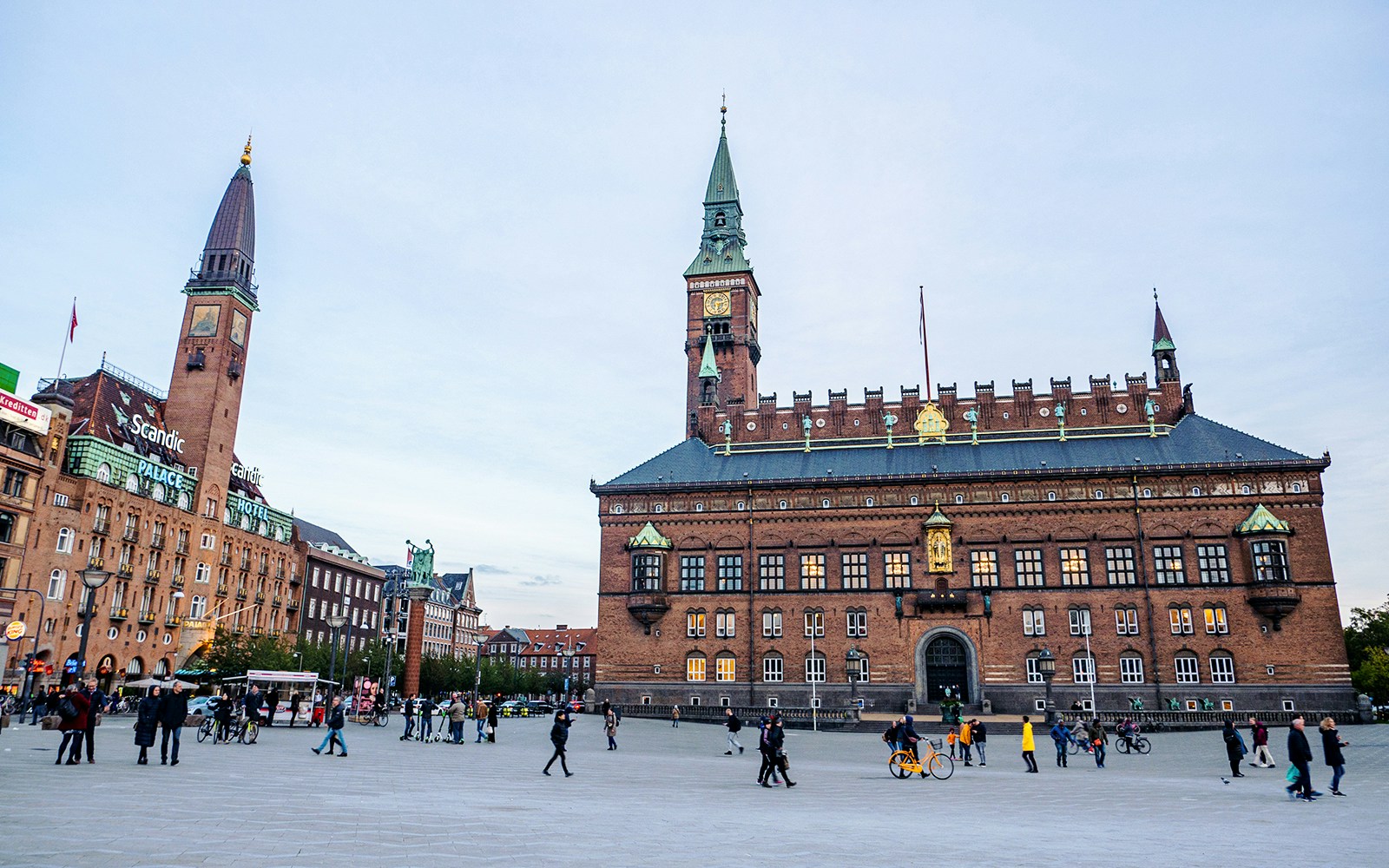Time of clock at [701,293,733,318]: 6:12
